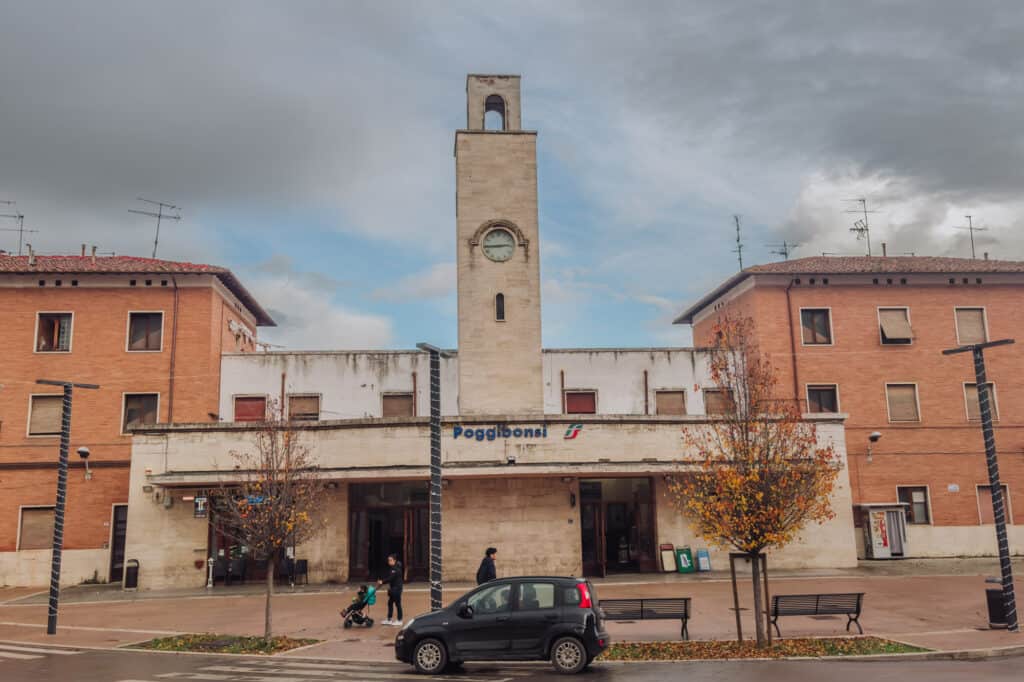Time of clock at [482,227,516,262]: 2:44
